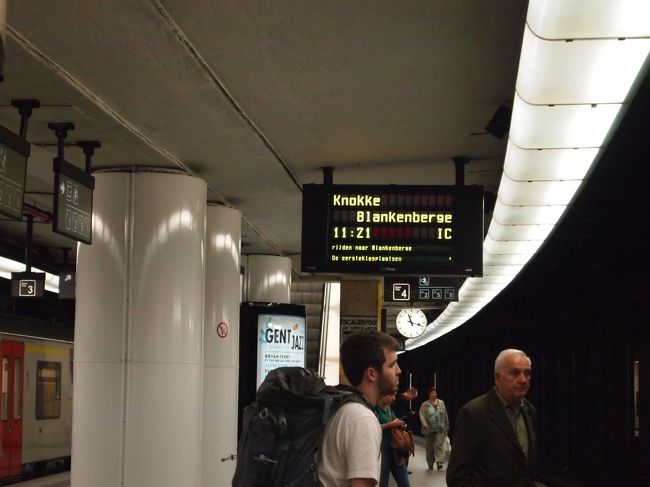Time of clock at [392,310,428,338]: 11:17
